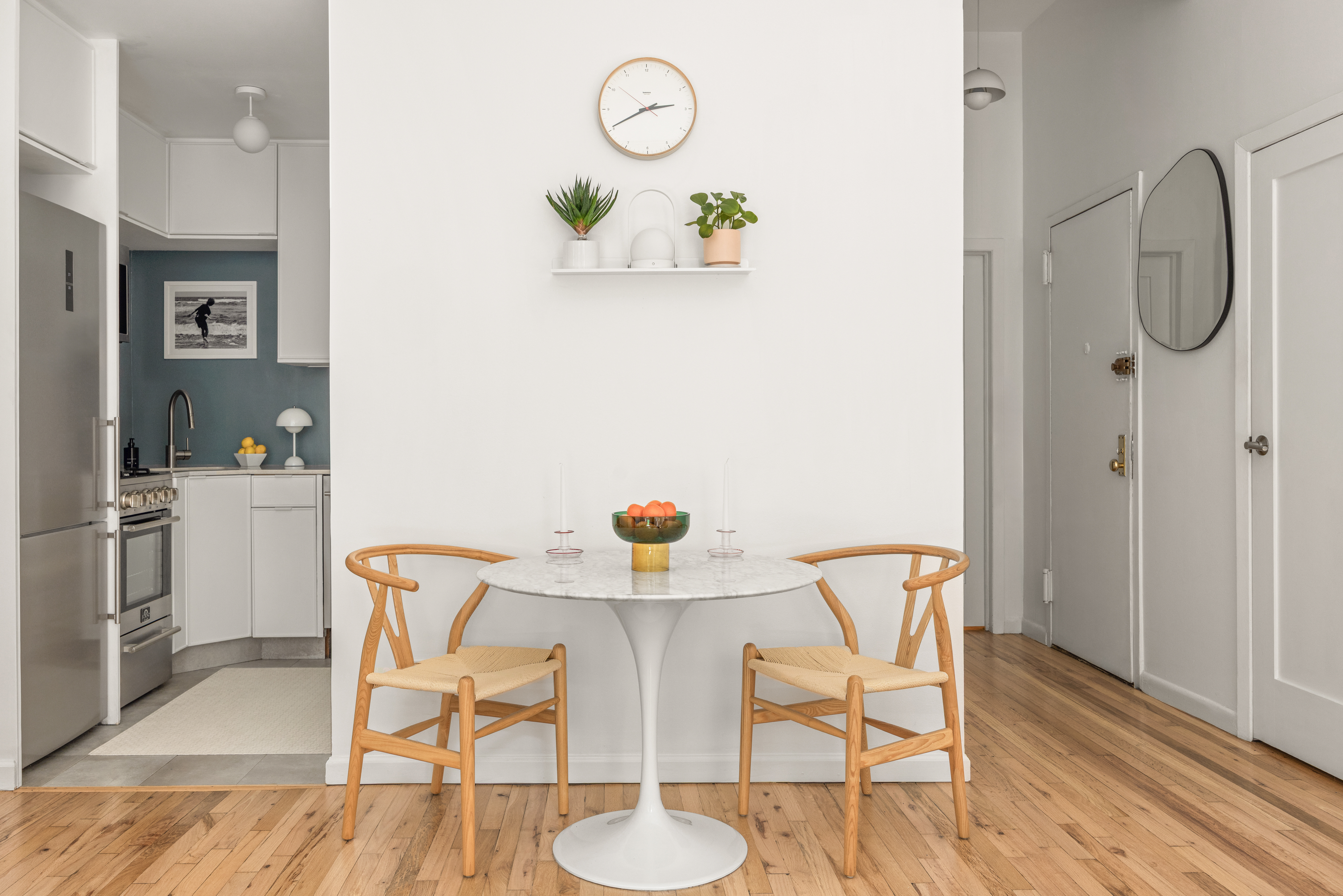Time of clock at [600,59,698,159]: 2:40
